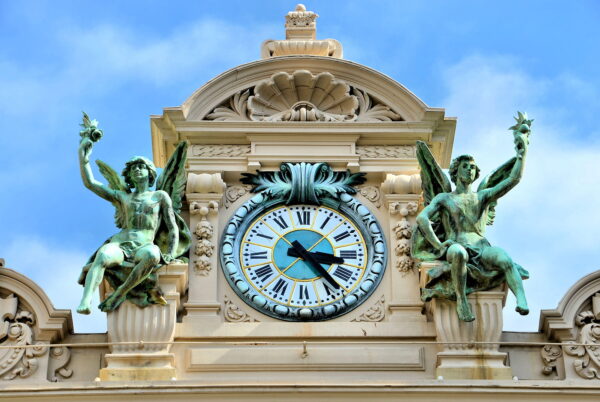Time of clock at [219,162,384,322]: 3:23
